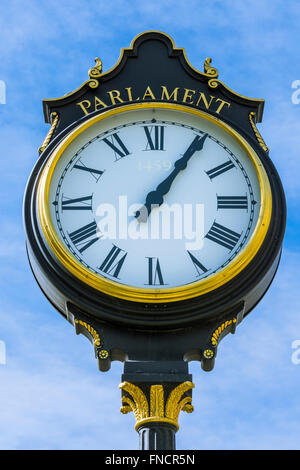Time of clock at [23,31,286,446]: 1:05
